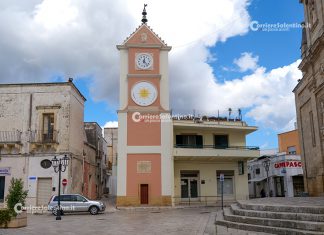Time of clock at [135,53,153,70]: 12:23
